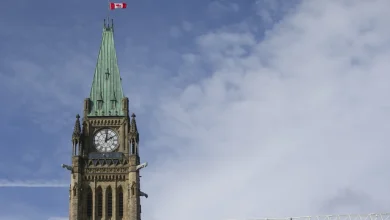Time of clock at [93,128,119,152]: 2:01
